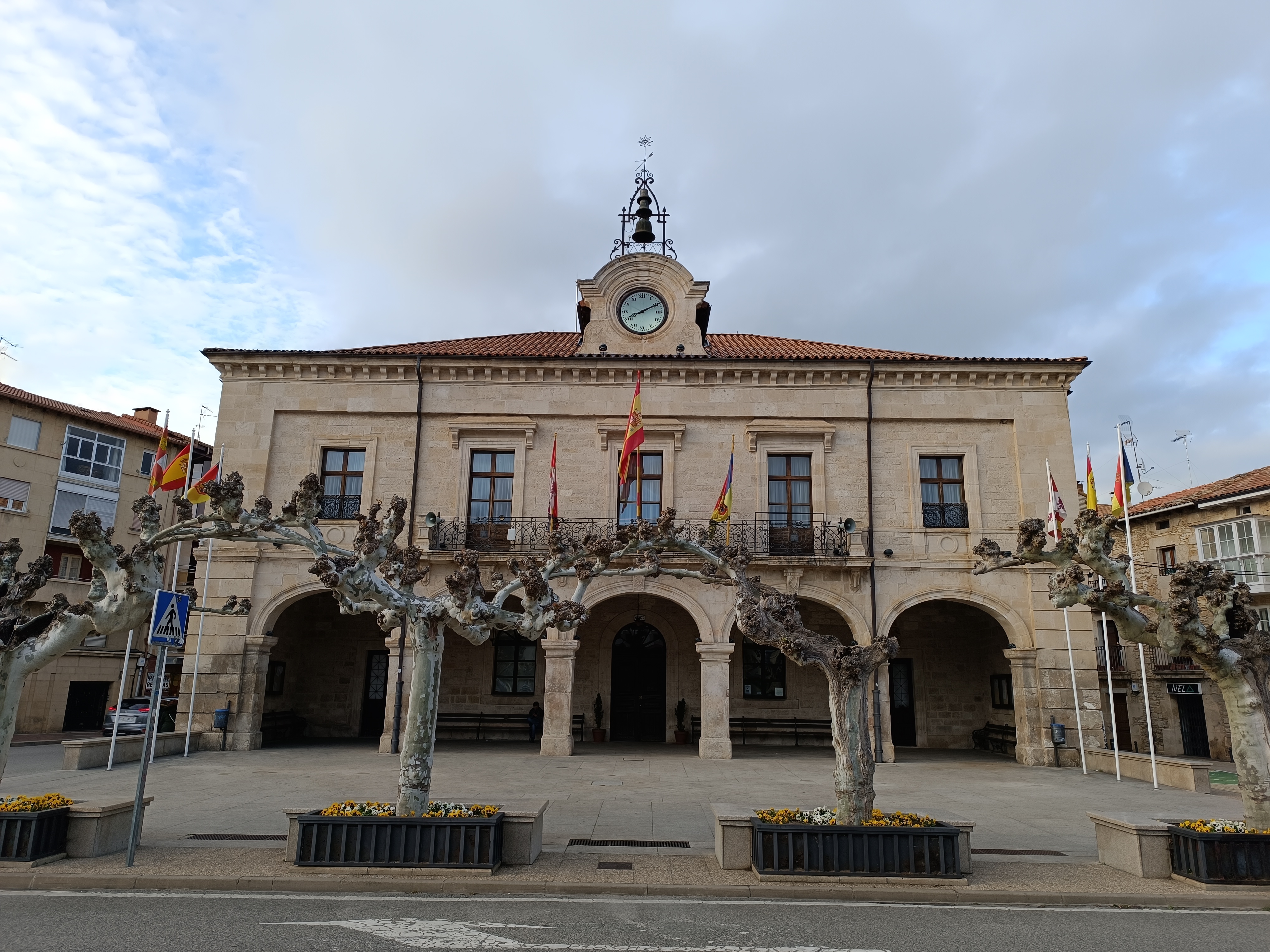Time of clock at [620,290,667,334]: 8:10
